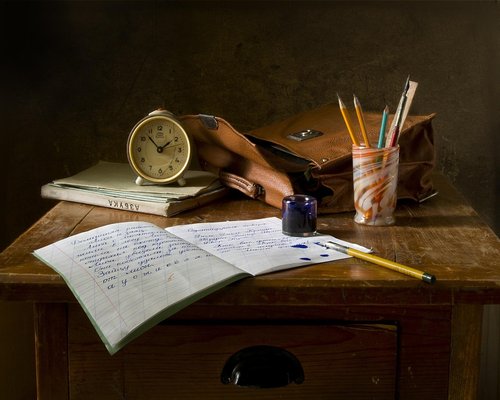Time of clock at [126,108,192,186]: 1:52
